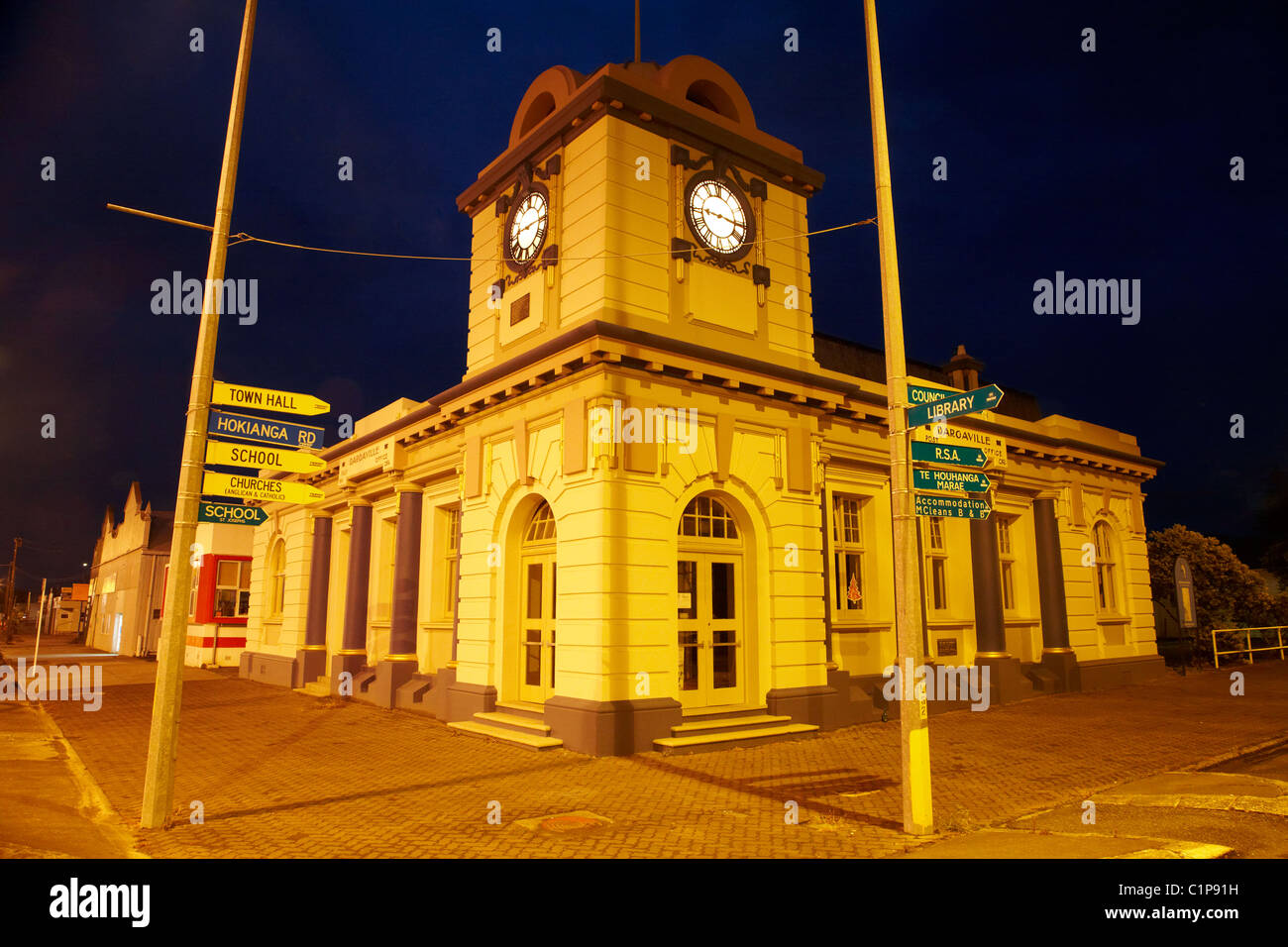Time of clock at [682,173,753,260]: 9:16
